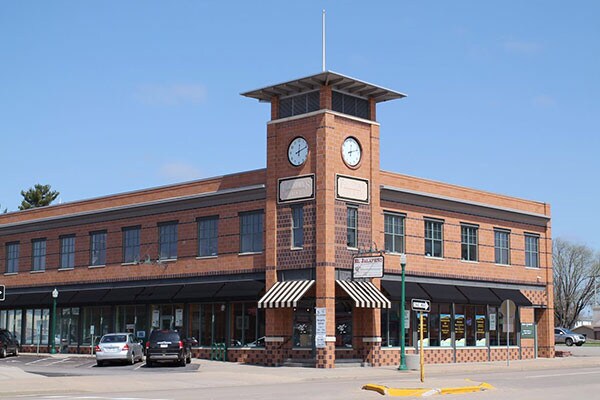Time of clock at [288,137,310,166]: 12:11
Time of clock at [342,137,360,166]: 12:12
